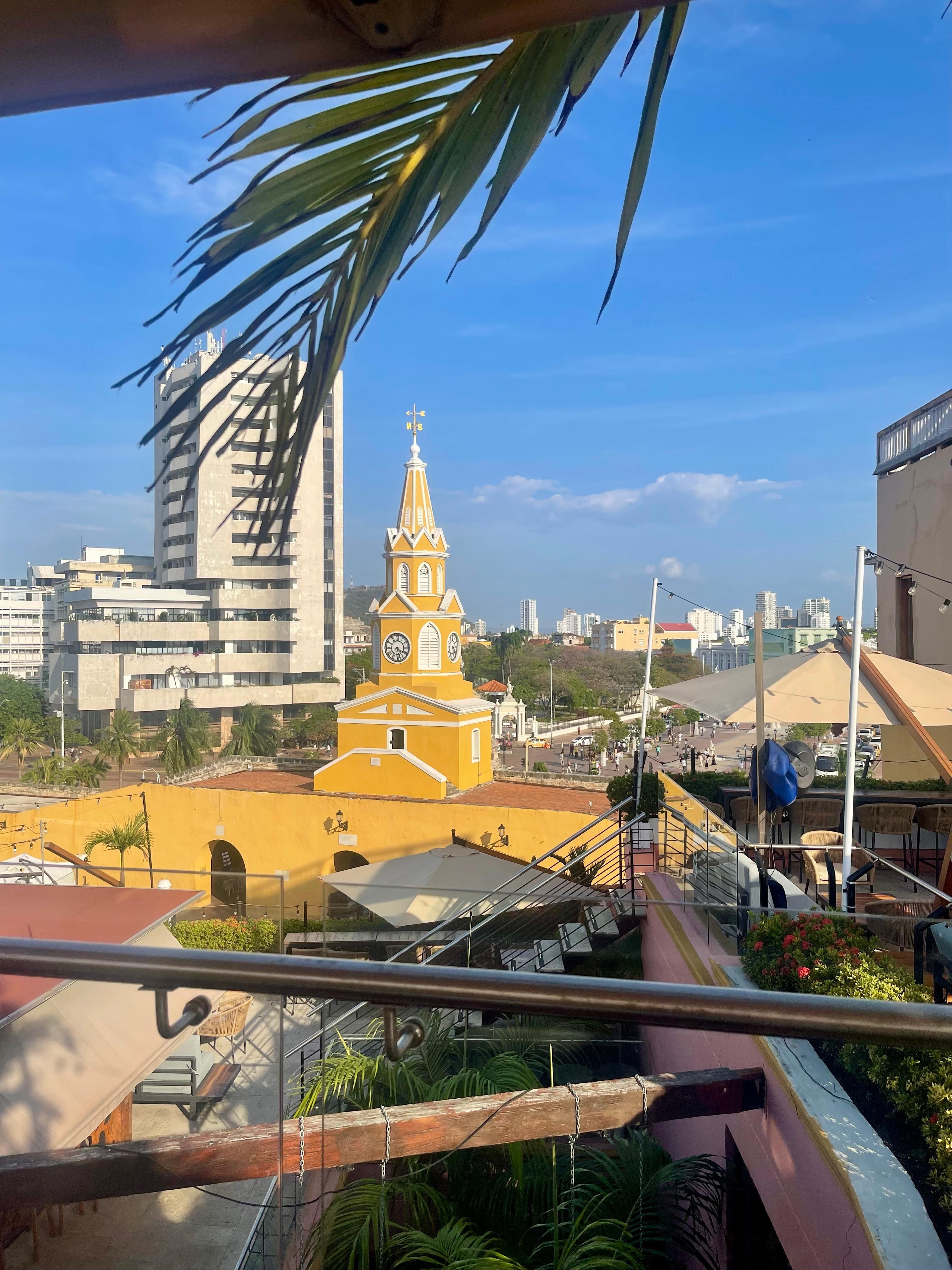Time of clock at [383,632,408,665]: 5:20
